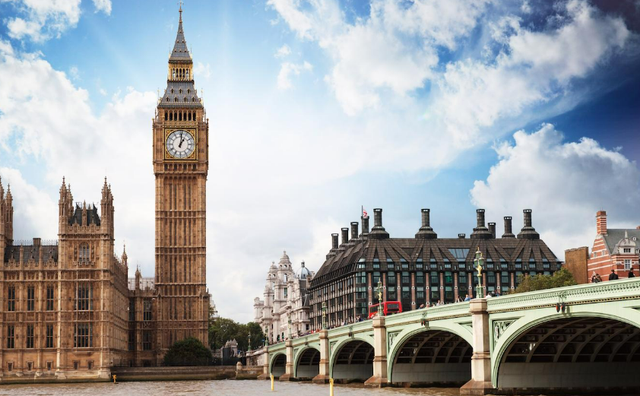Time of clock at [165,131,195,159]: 1:01
